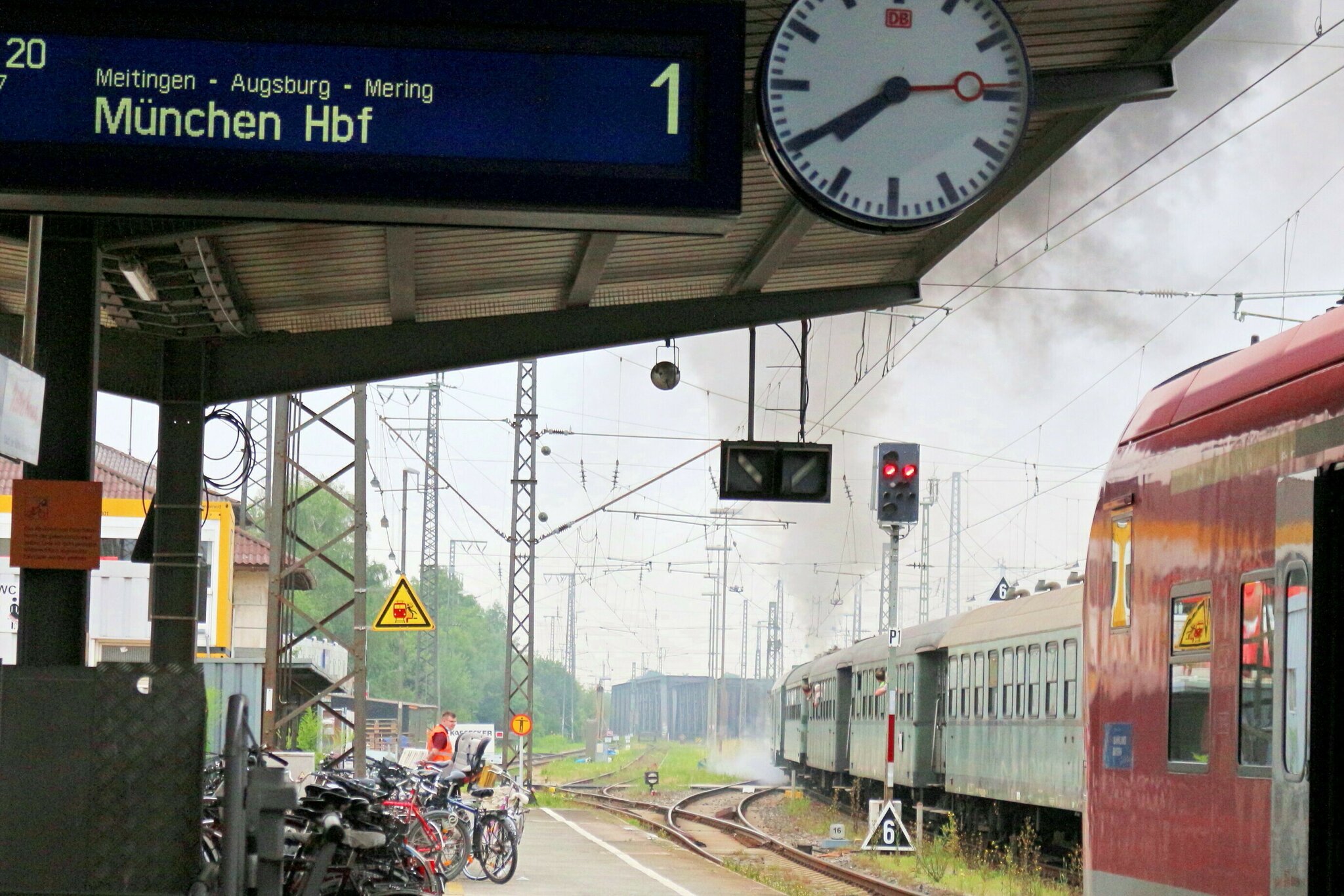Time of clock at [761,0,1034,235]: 7:39
